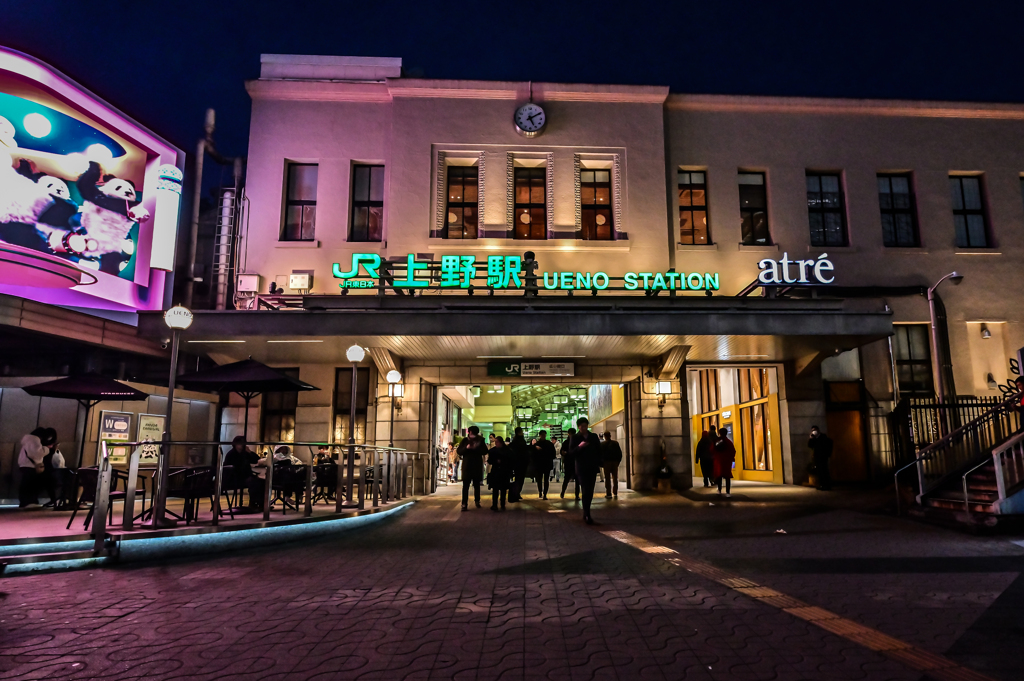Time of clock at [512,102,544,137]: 5:09
